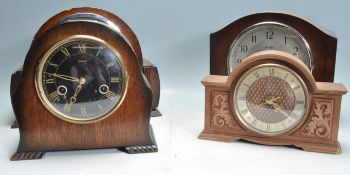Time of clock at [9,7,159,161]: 6:47
